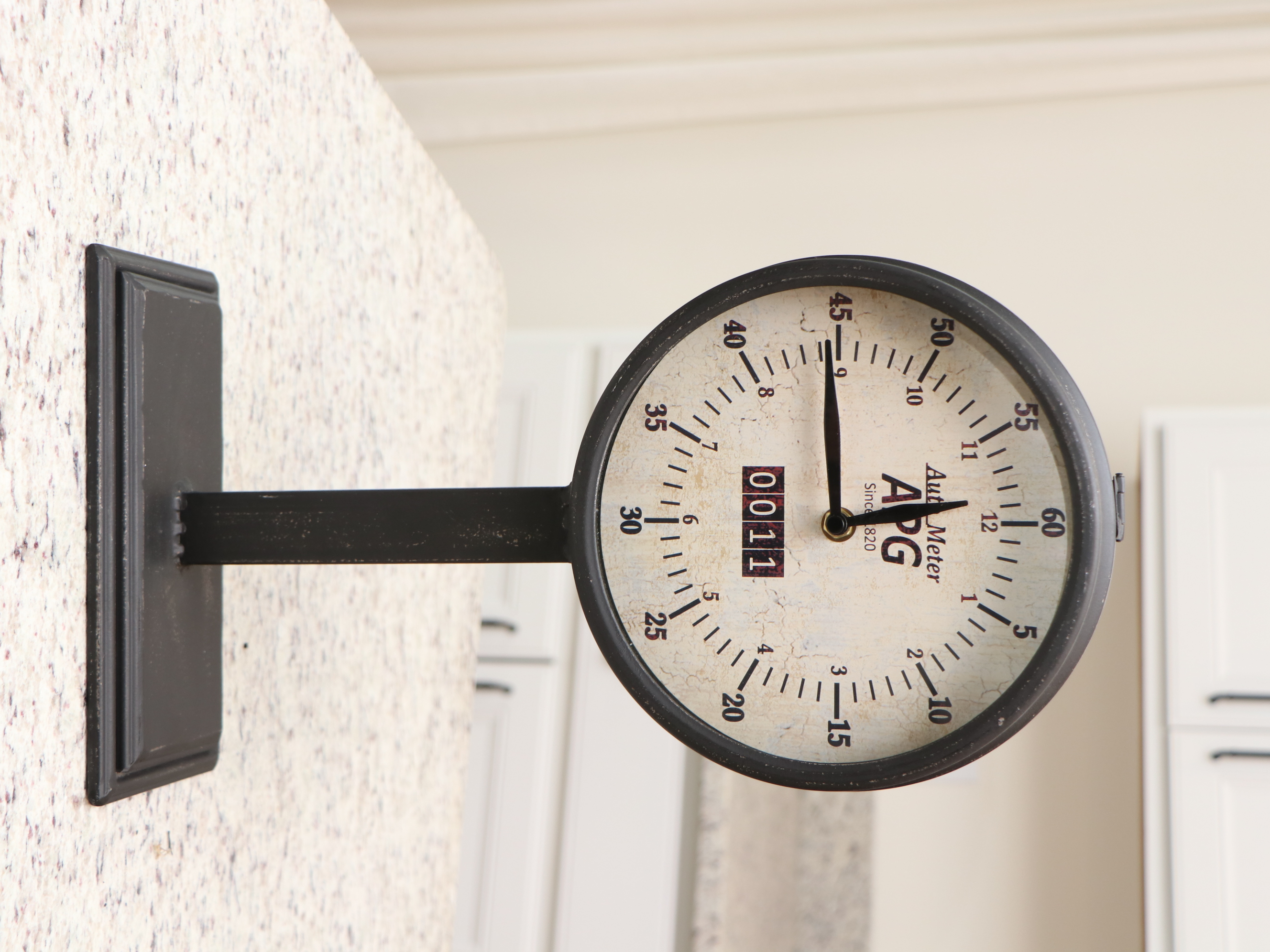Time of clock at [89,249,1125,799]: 2:59
